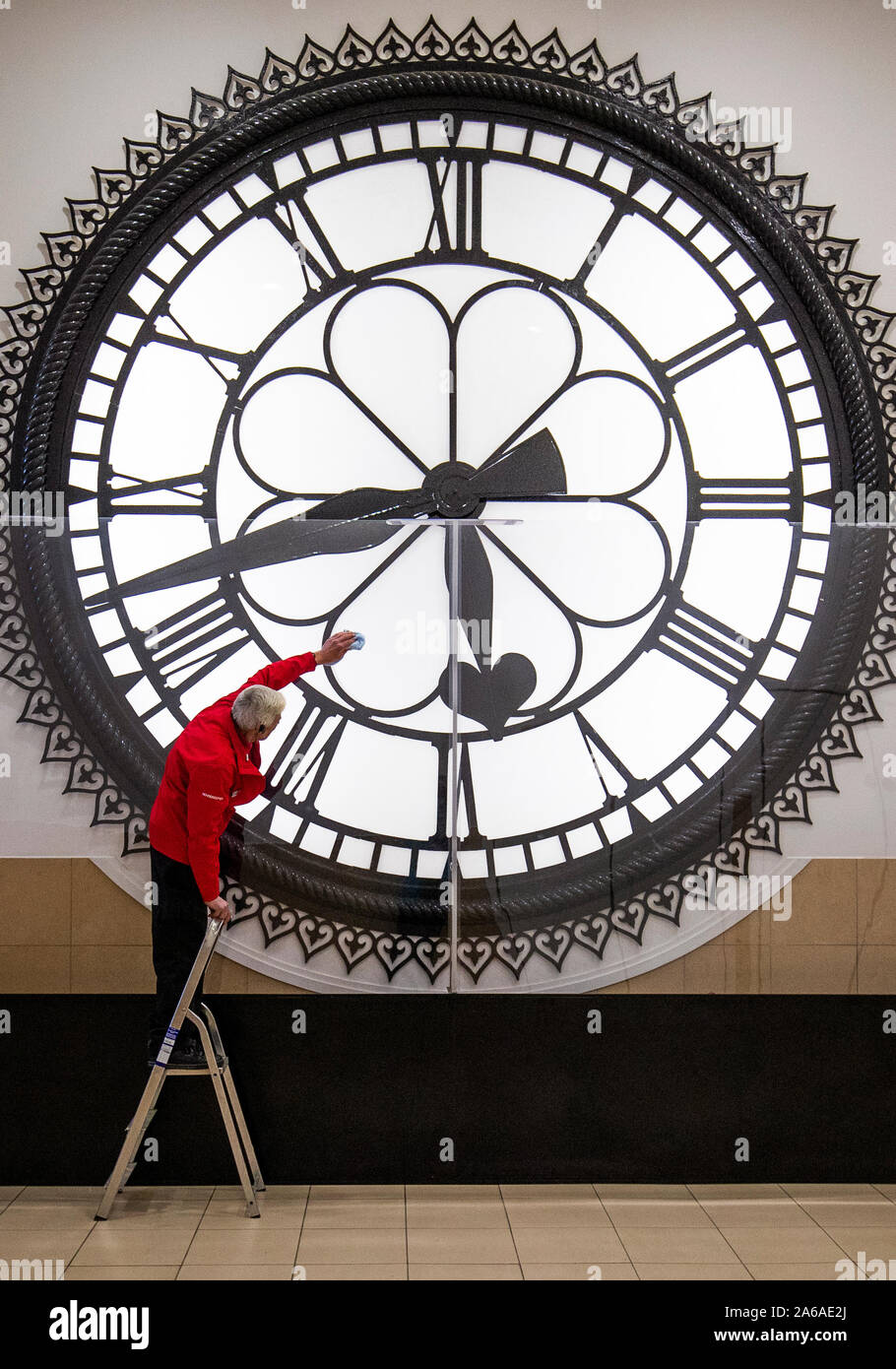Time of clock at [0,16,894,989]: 5:42
